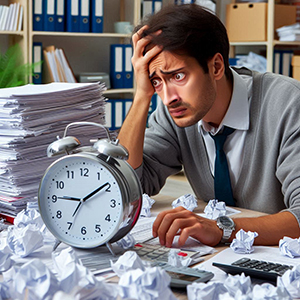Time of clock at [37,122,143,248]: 9:09
